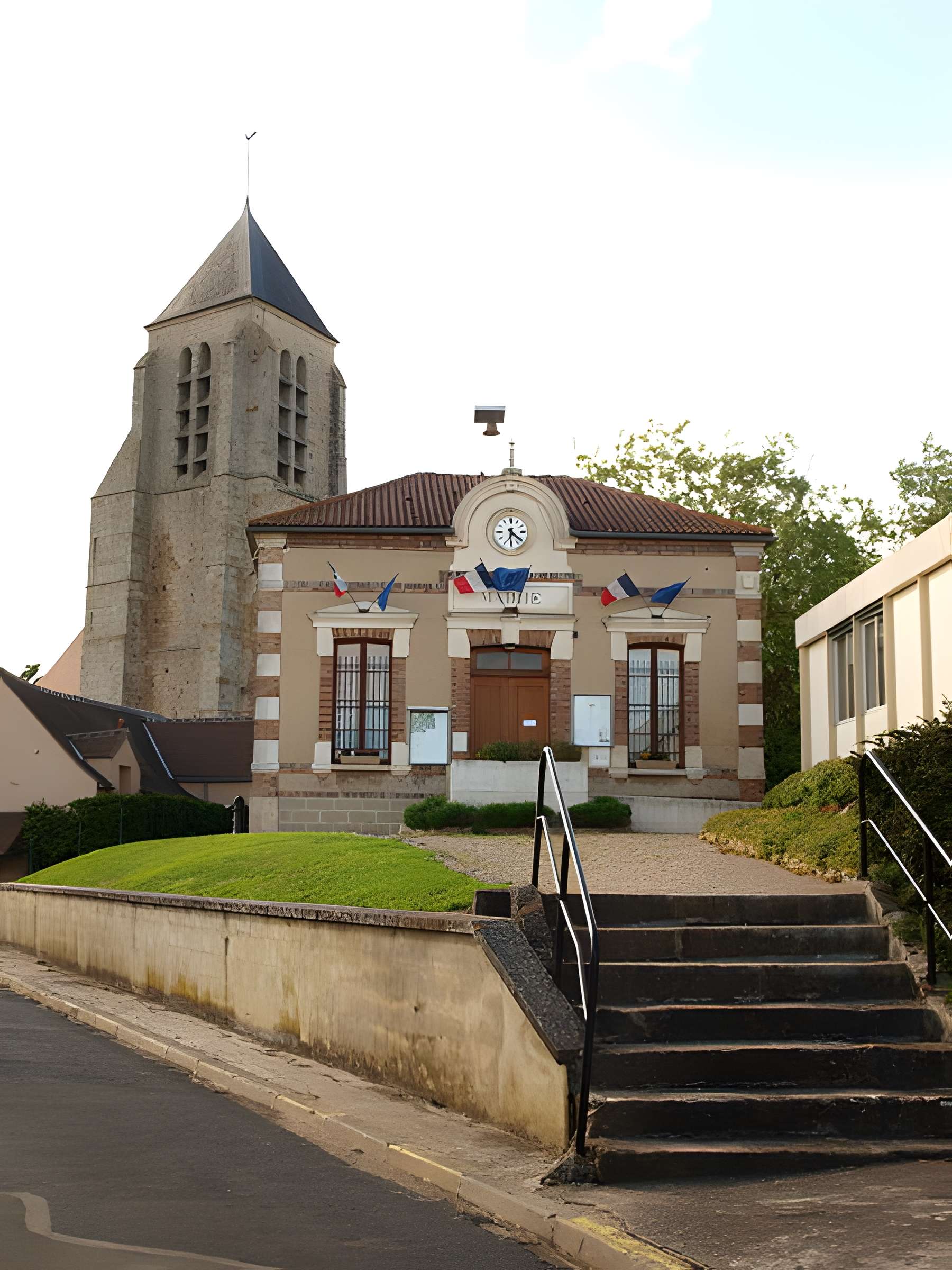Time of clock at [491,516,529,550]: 6:21
